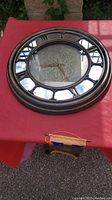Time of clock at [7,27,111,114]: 8:24
